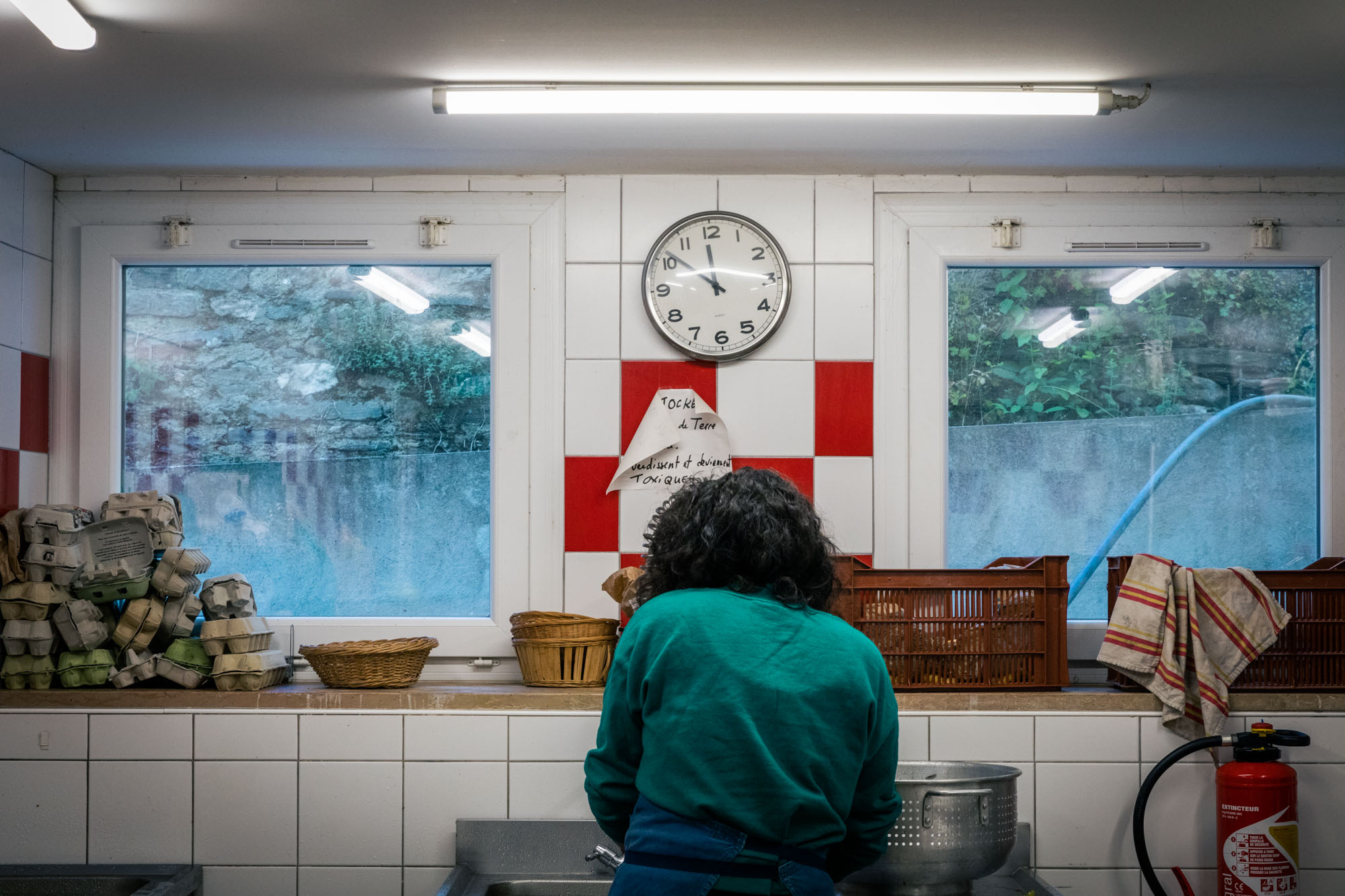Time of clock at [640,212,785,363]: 11:51
